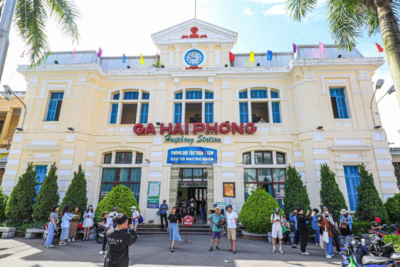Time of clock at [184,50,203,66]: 8:50
